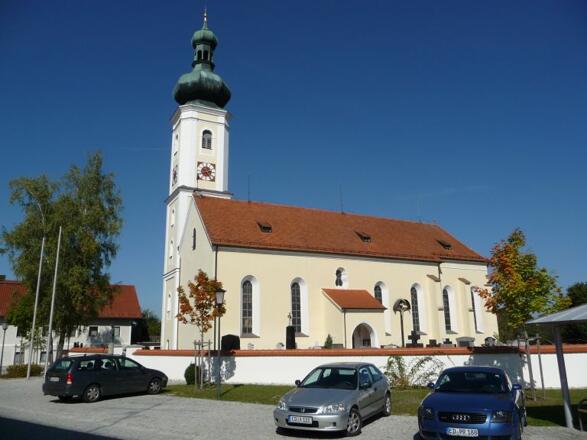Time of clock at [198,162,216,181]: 2:23
